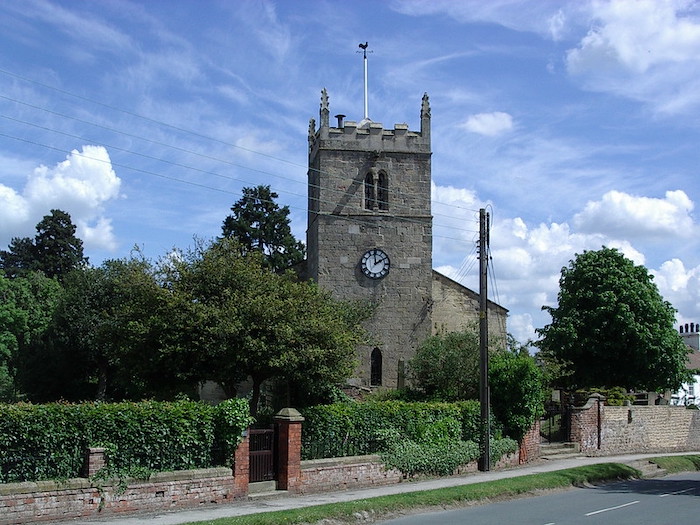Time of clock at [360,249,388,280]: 1:59
